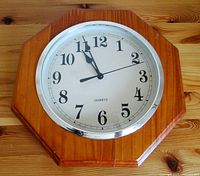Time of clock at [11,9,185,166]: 10:56
